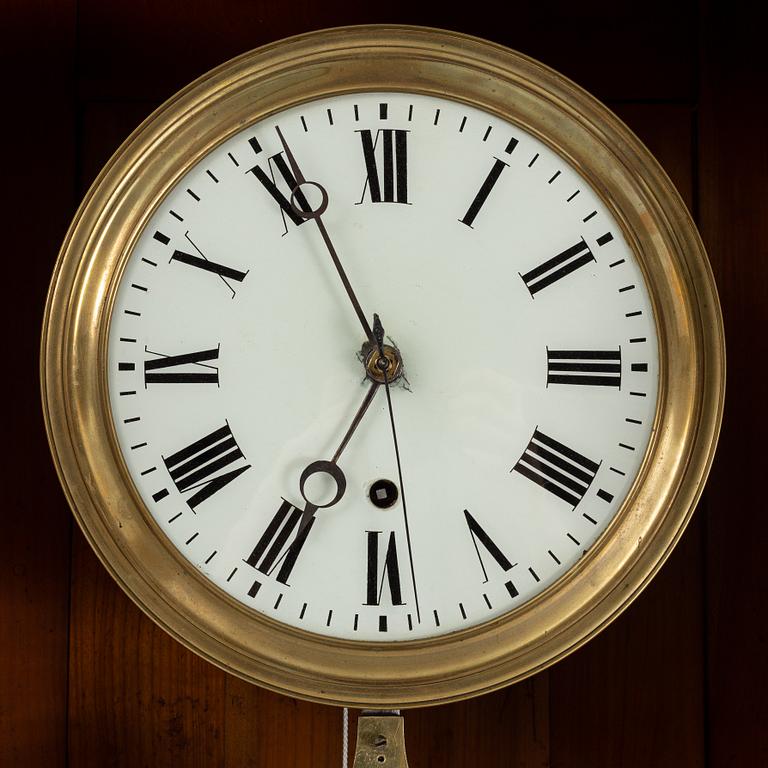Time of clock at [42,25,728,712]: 6:55
